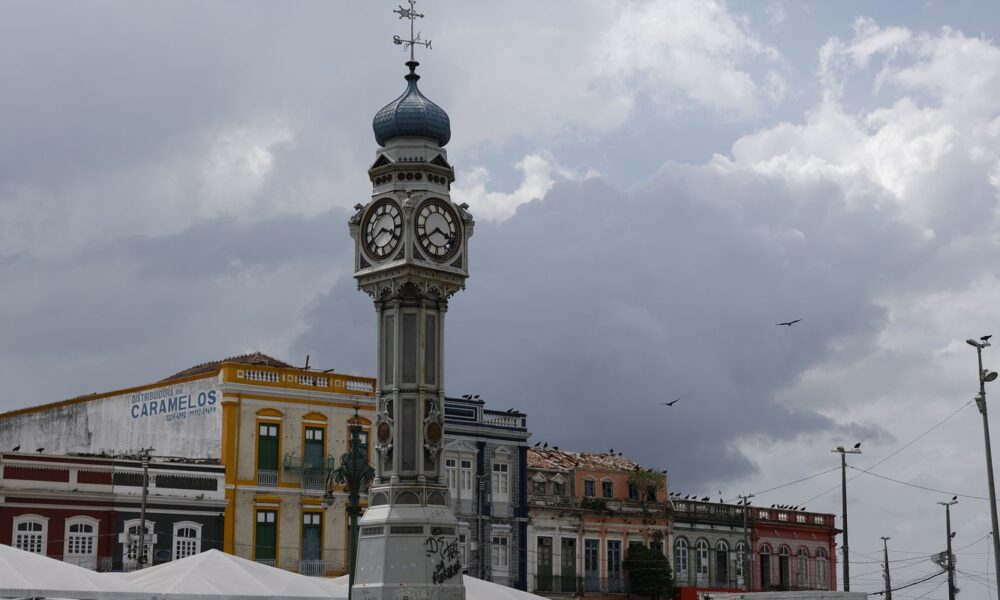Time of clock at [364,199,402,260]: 3:40
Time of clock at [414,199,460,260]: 3:39
